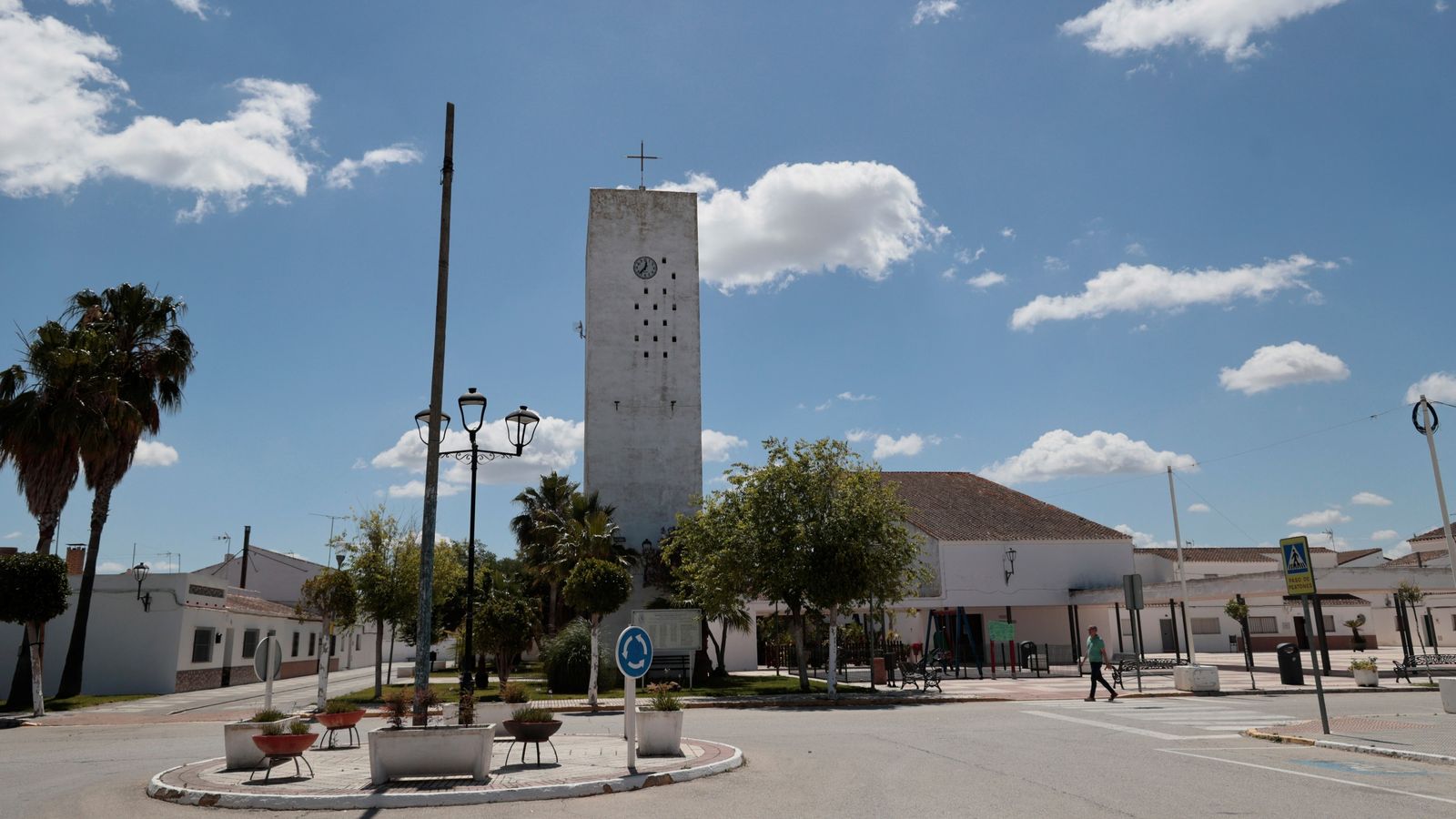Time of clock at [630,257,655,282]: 12:37
